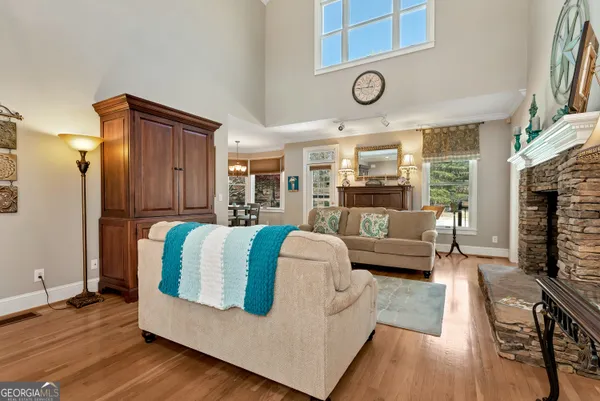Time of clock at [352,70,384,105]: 12:45
